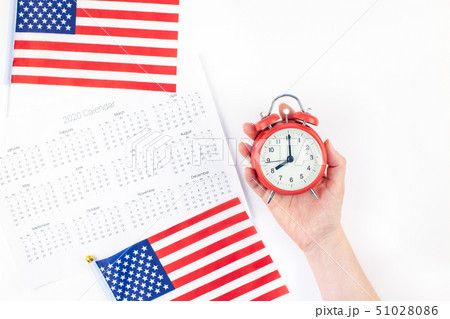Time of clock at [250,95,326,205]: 8:00
